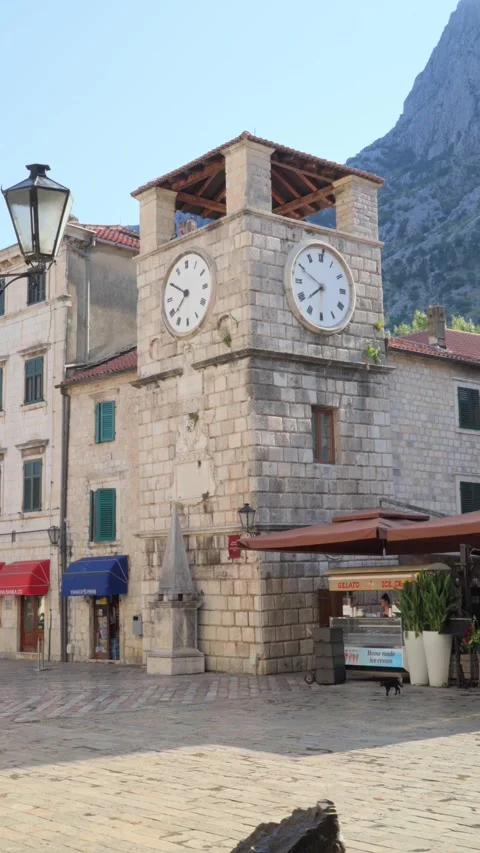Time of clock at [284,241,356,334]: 7:49
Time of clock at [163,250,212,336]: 7:50
